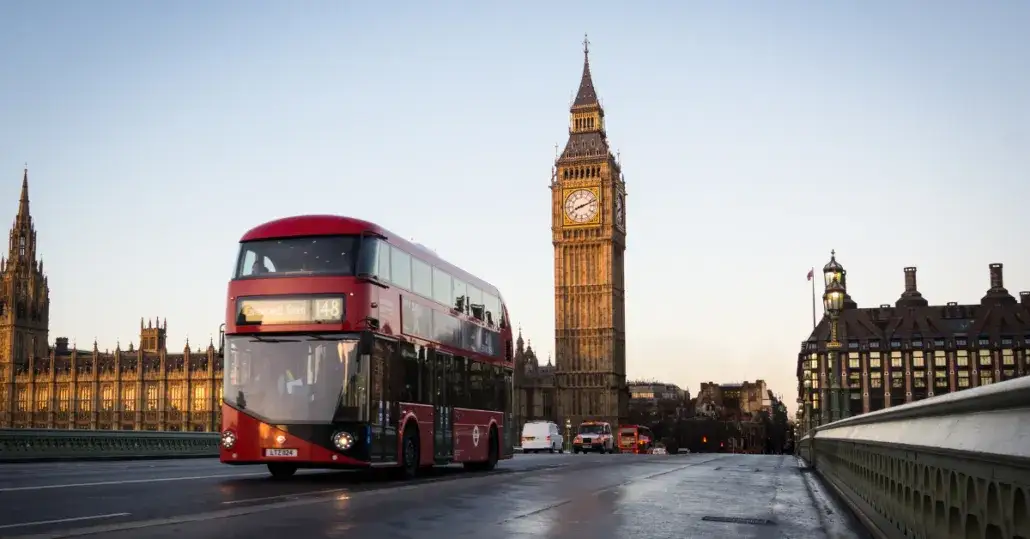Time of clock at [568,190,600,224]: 8:11
